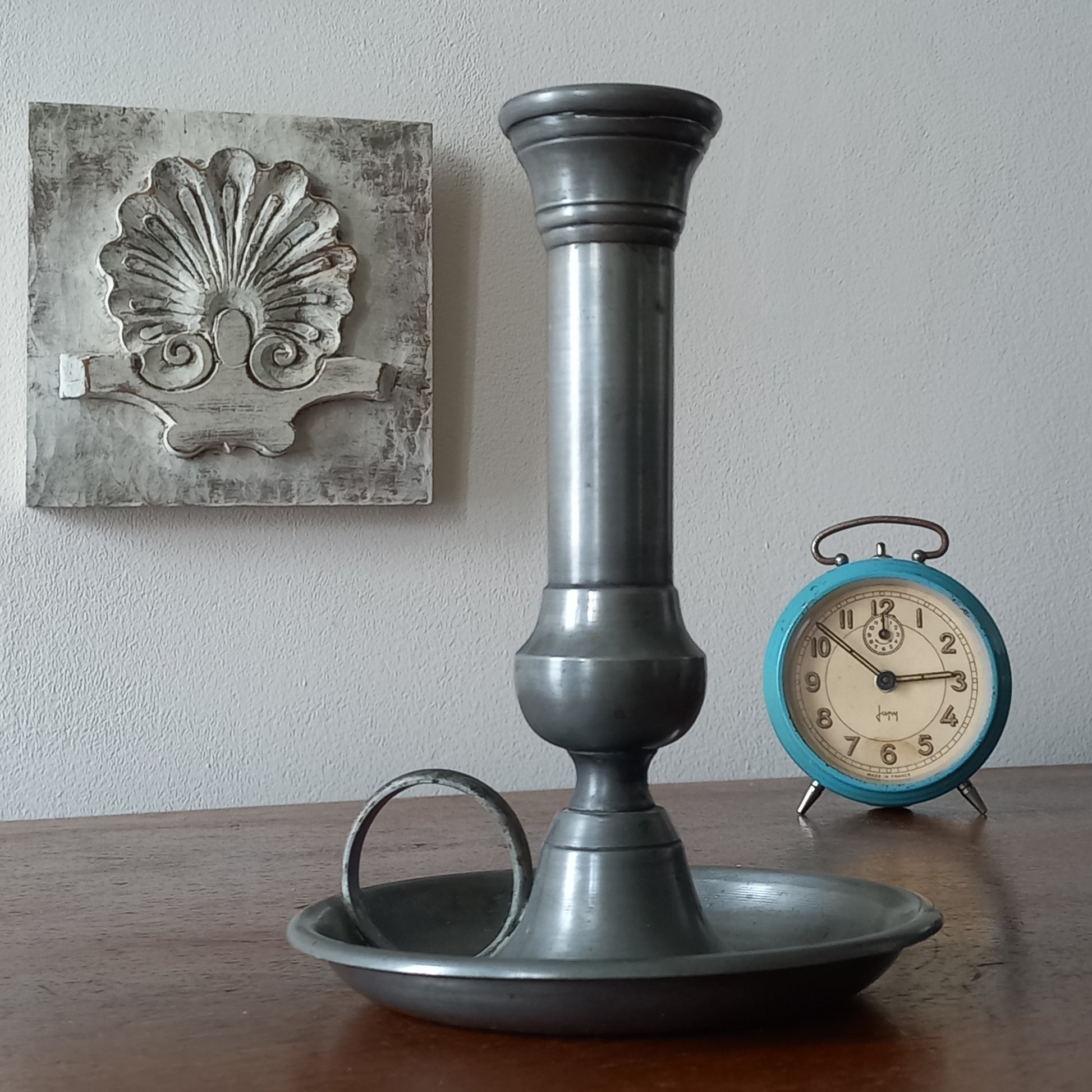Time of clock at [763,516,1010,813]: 2:51
